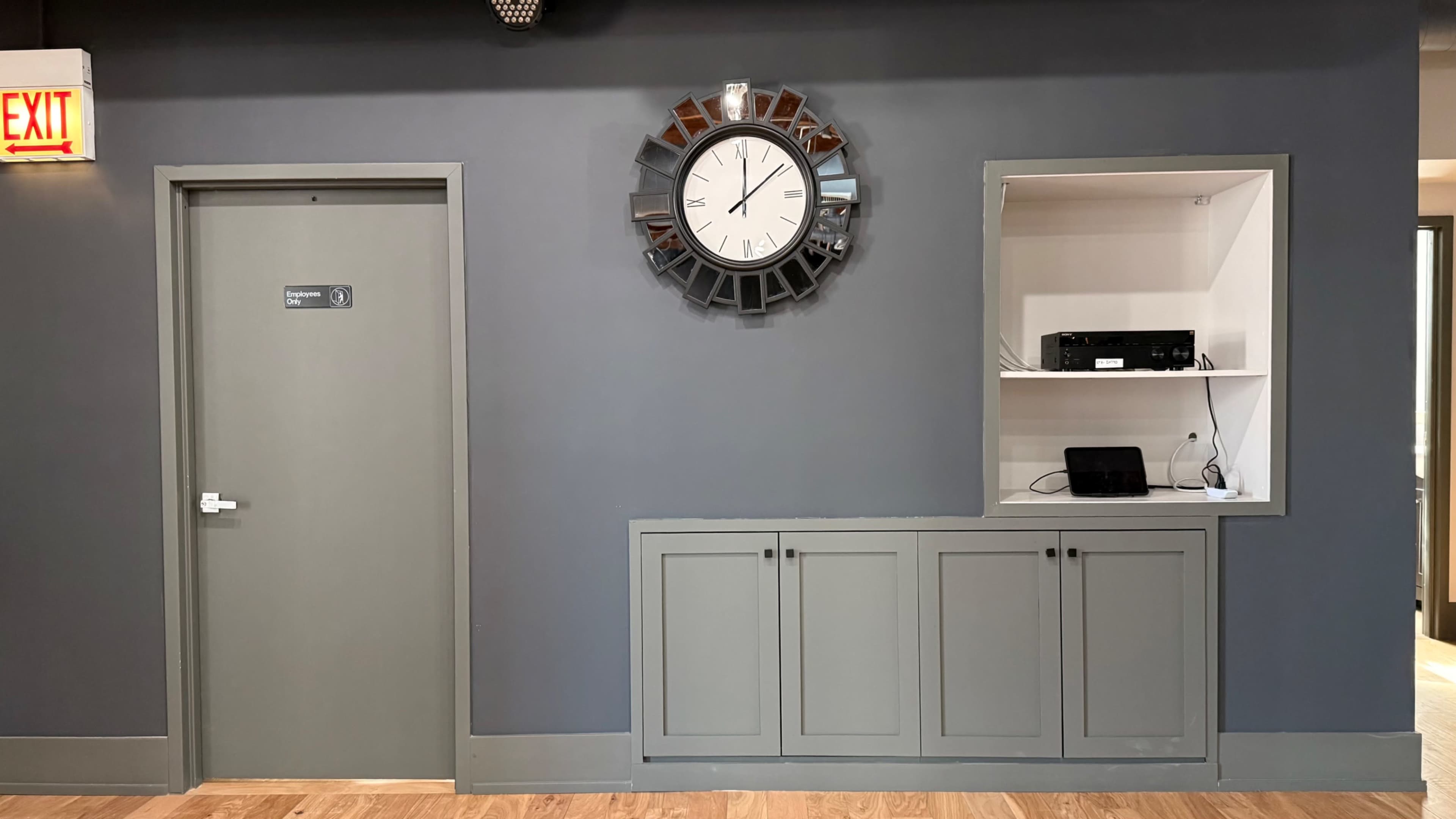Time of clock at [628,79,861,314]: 12:08
